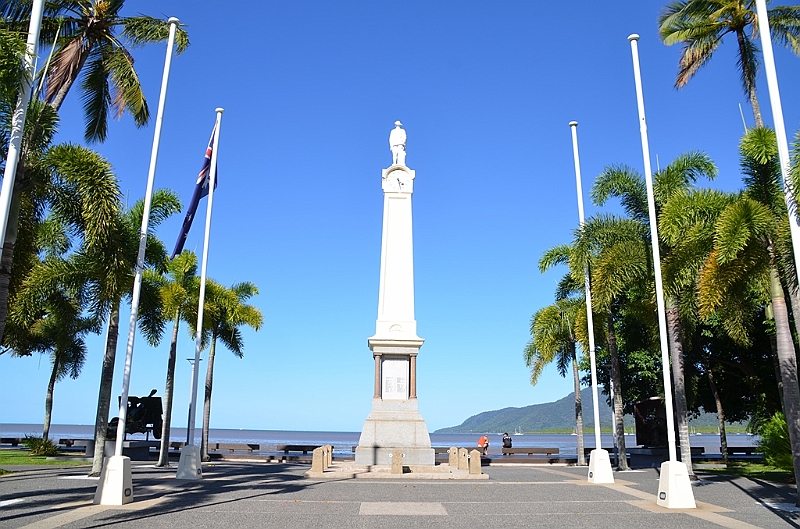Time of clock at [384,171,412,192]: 4:27
